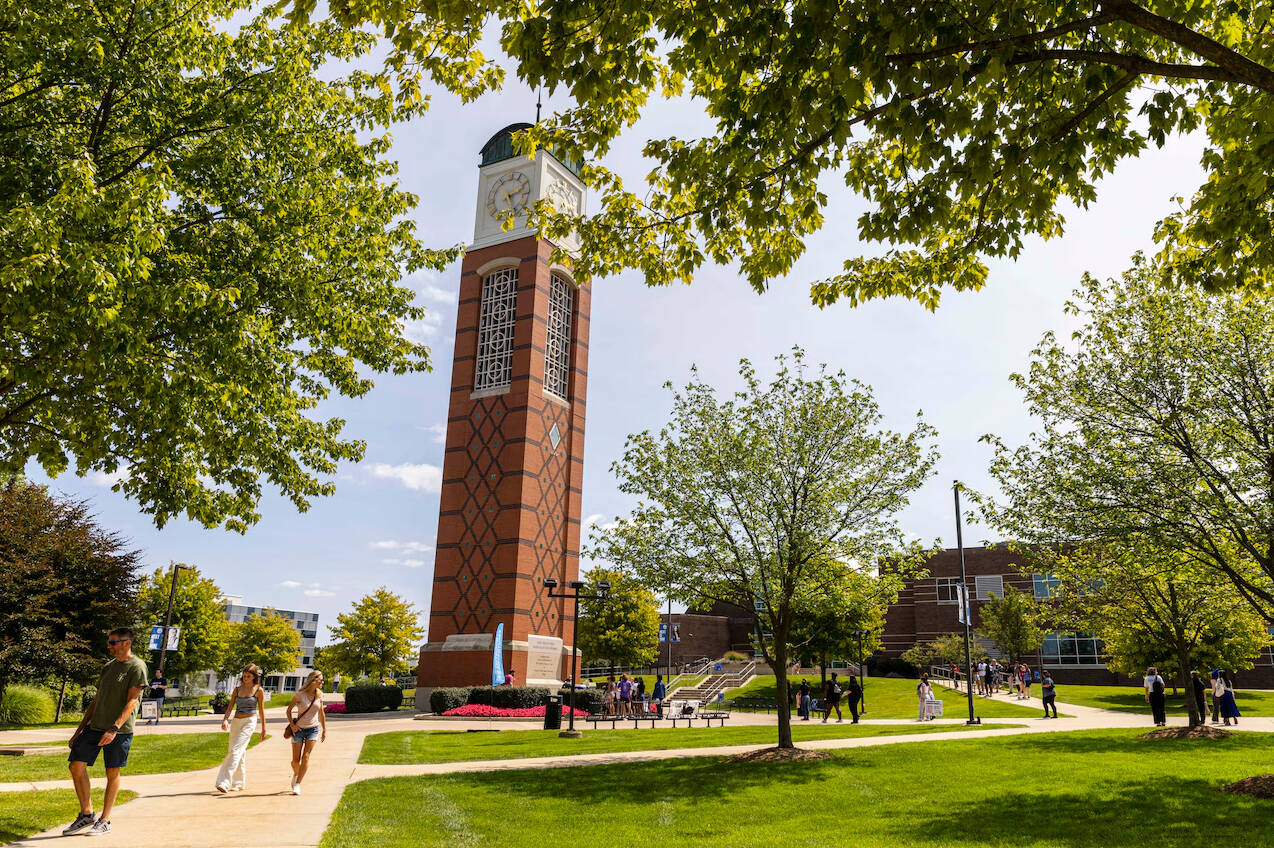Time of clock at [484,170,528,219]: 2:26
